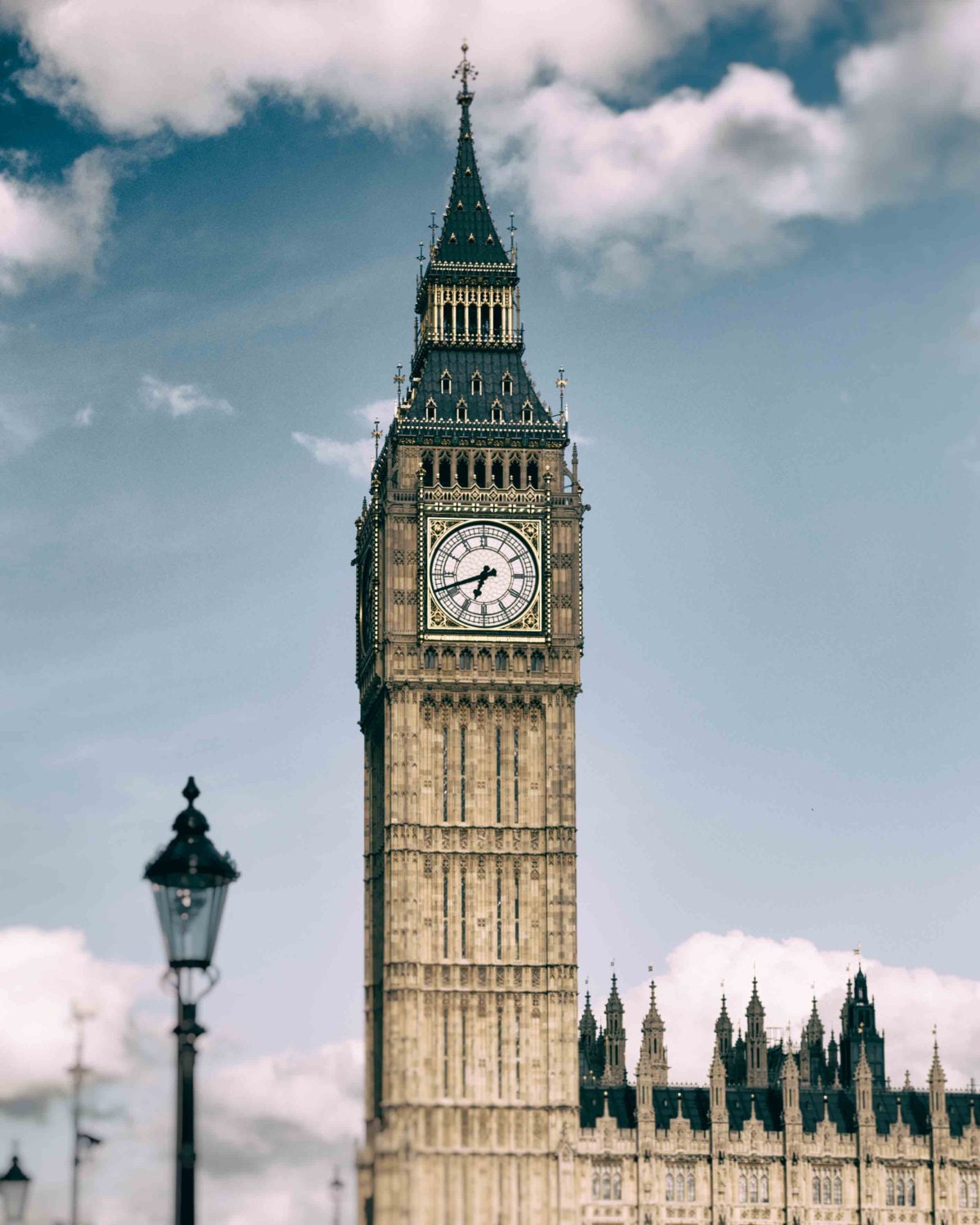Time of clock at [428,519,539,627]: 6:41
